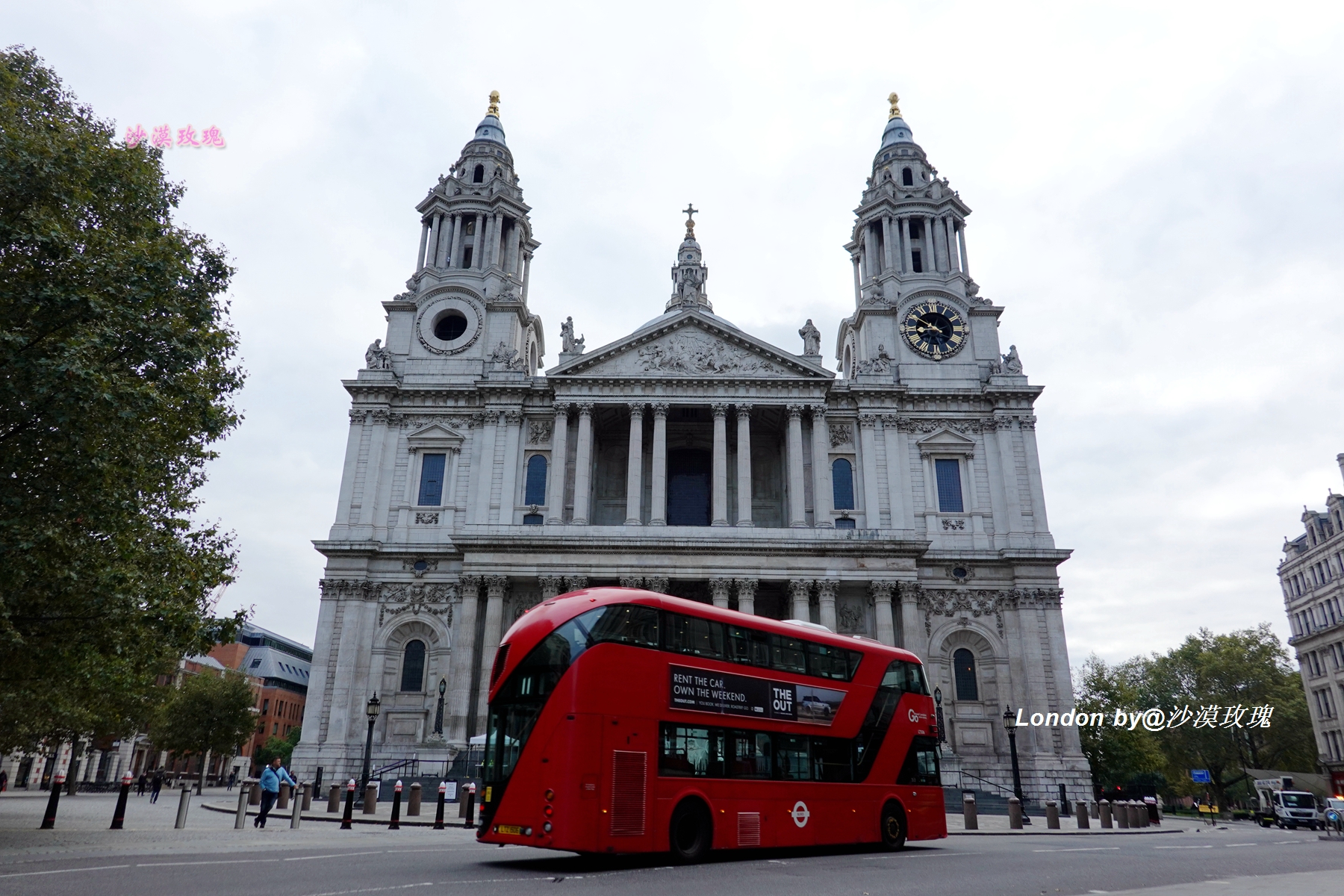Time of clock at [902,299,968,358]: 8:50
